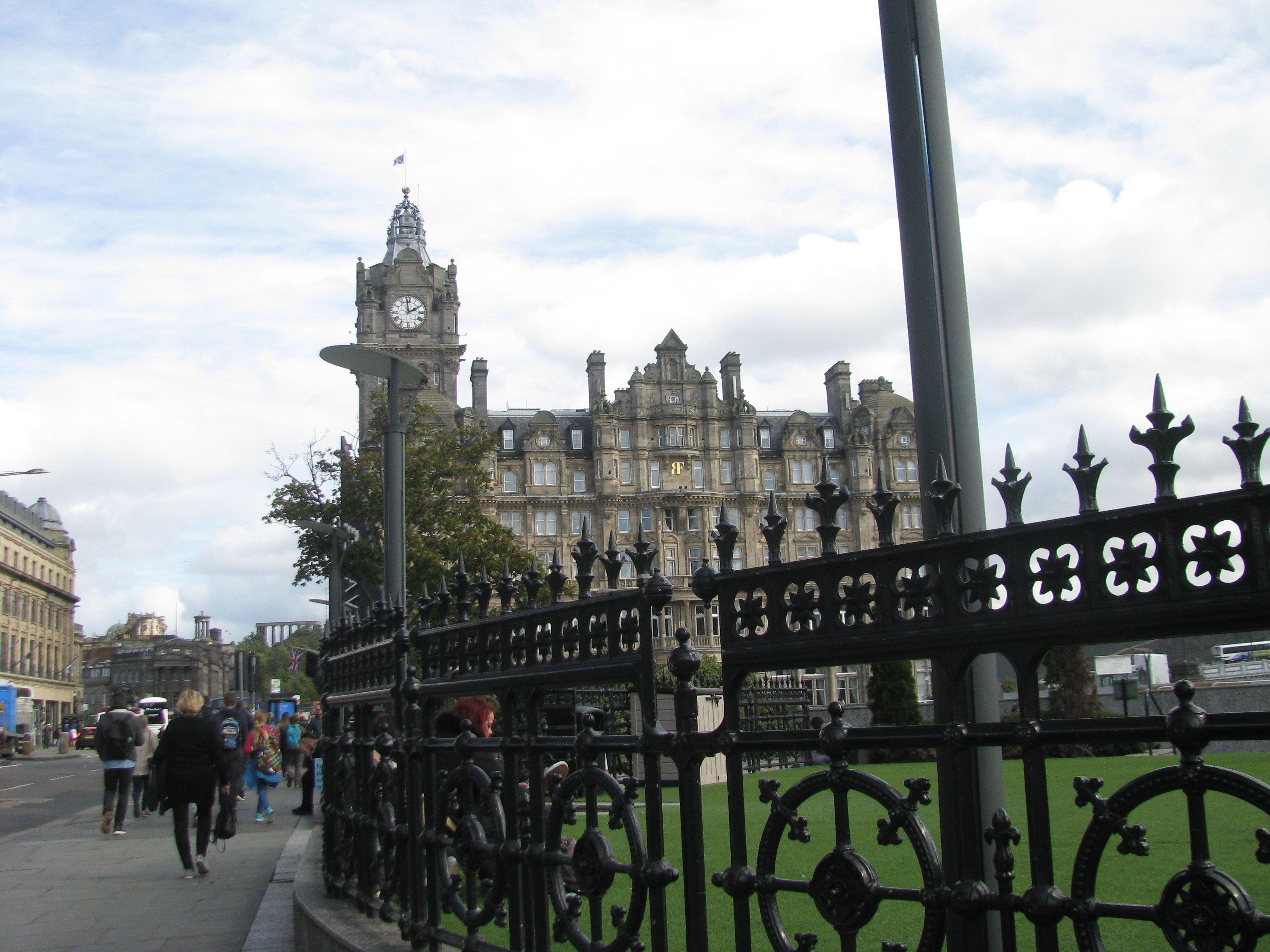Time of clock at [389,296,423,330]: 1:58
